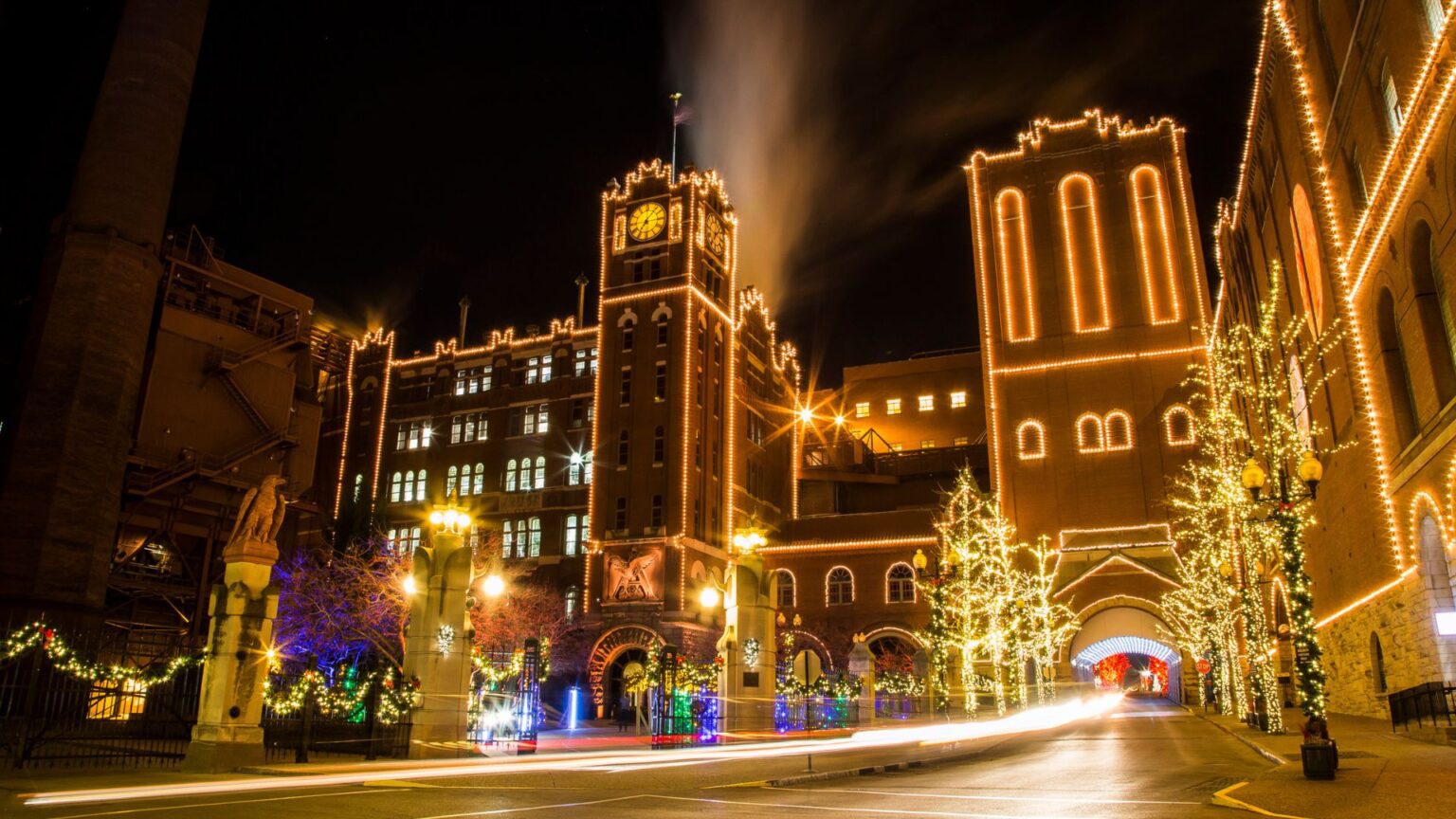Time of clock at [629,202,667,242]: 7:06
